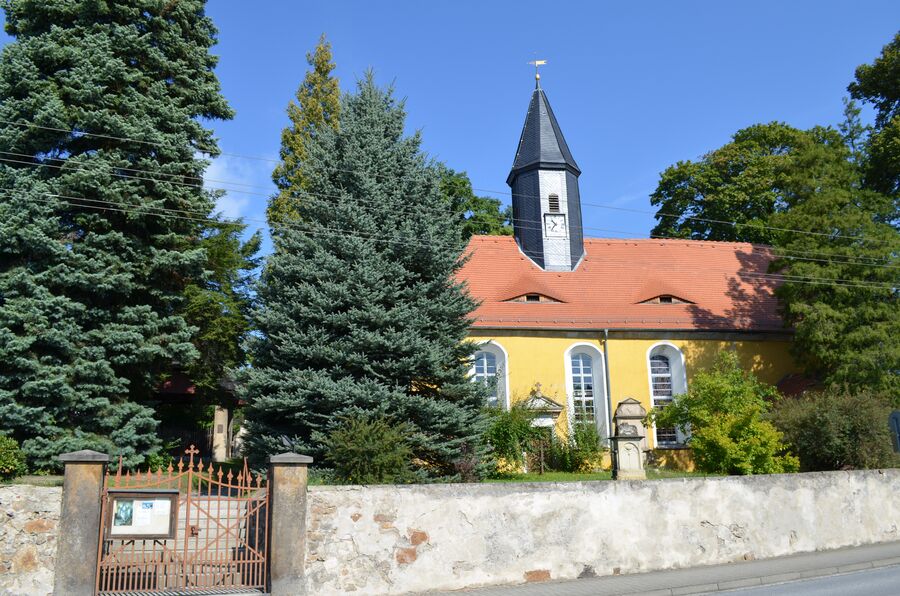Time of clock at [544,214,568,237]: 10:36
